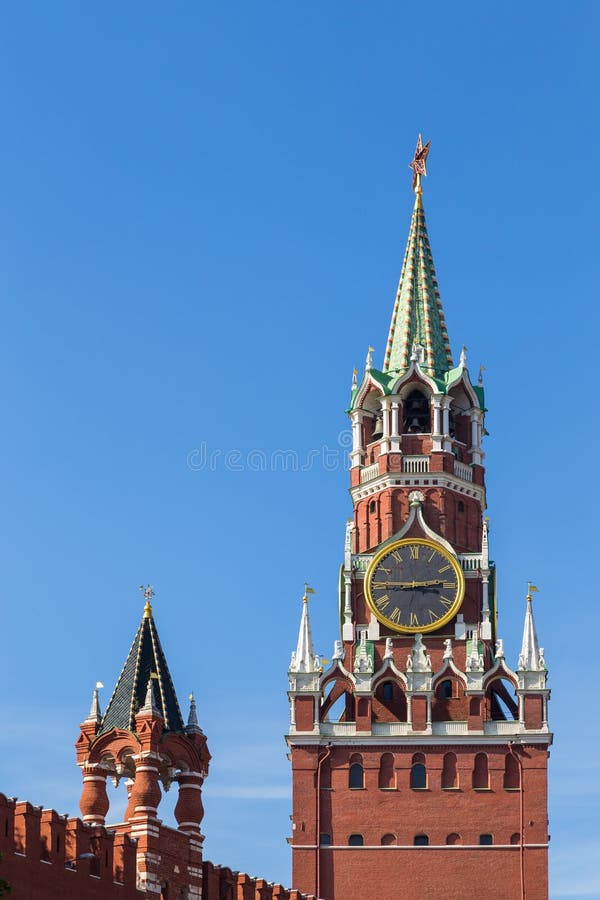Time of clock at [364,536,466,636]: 2:45
